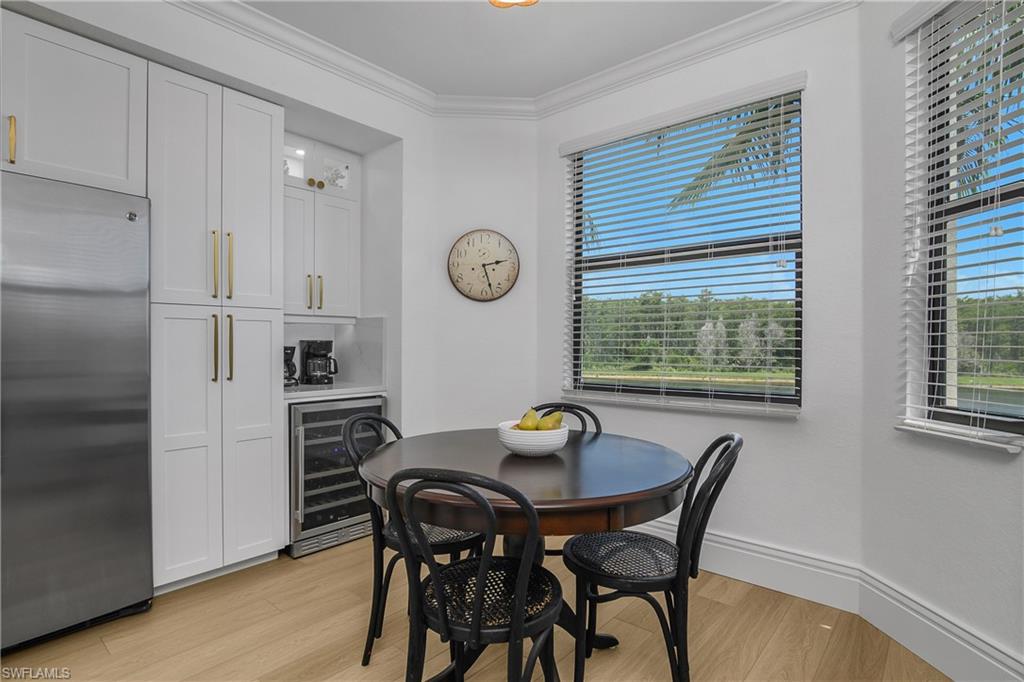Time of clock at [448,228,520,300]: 2:27
